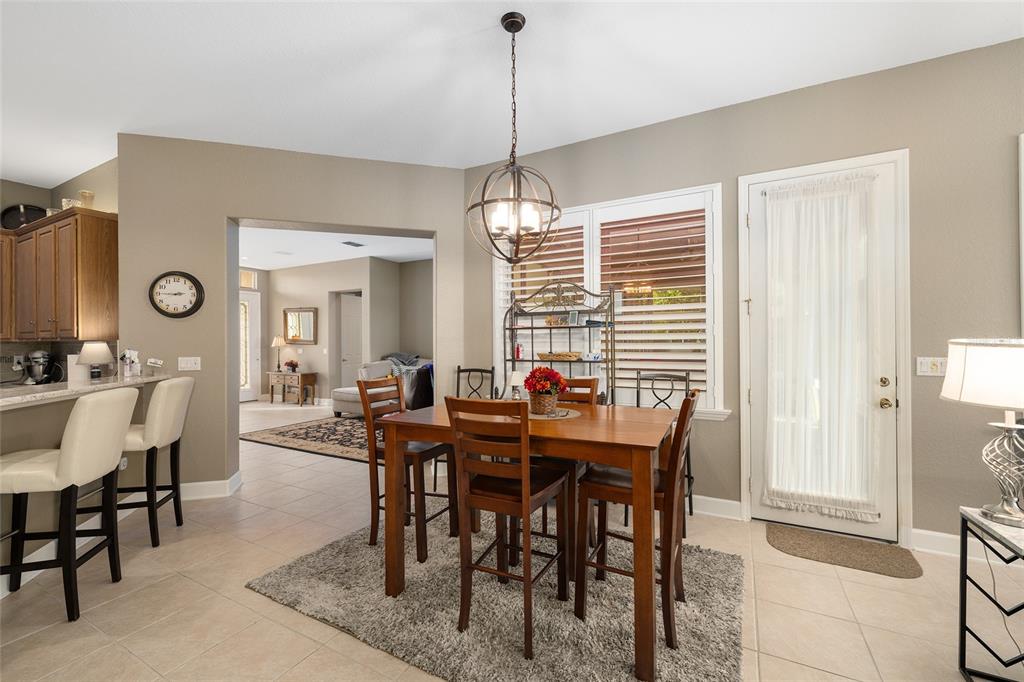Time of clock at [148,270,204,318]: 2:45
